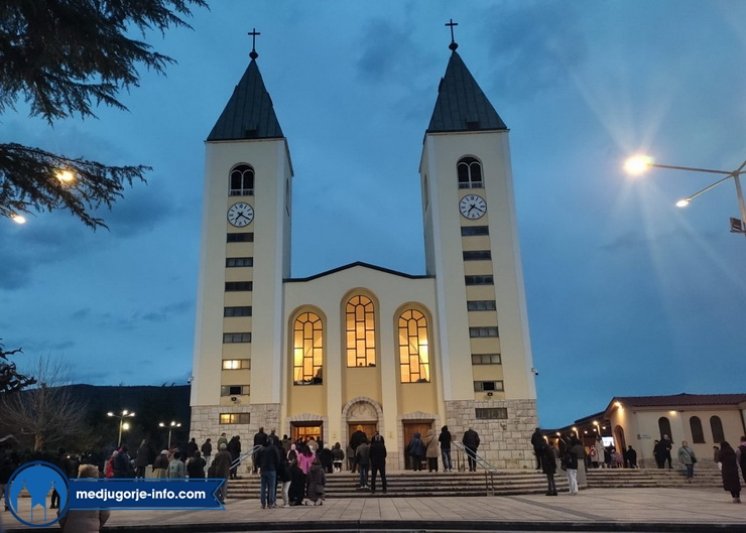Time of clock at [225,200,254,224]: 7:20
